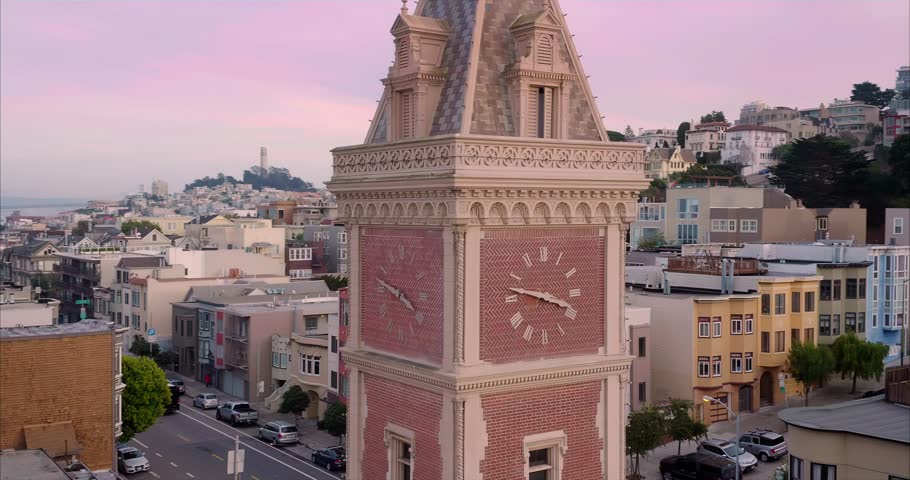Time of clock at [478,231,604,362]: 3:47
